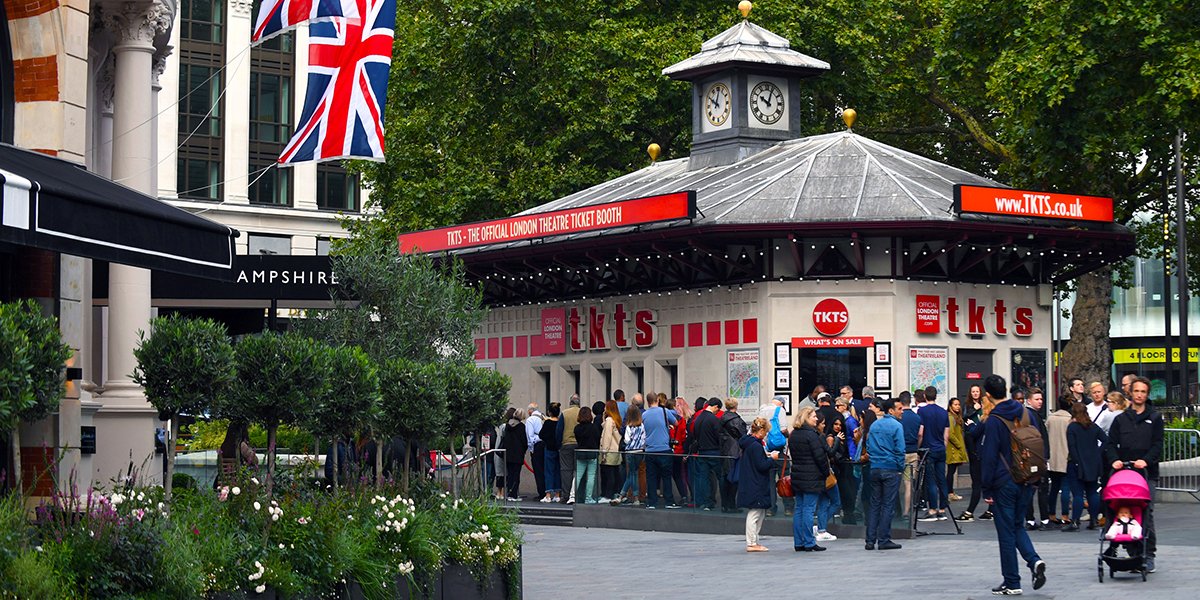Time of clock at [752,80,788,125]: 10:03
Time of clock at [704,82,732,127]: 10:02
